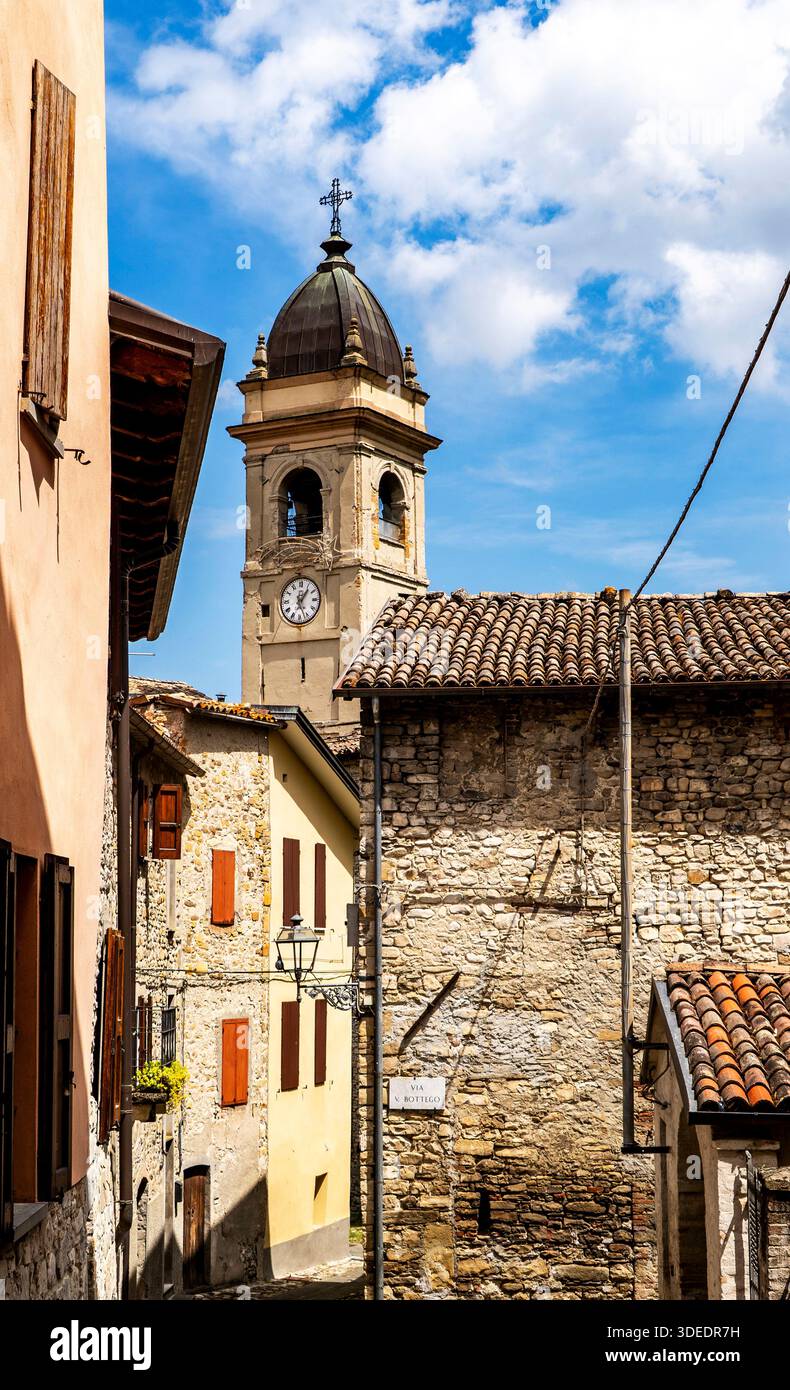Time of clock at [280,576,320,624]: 1:26
